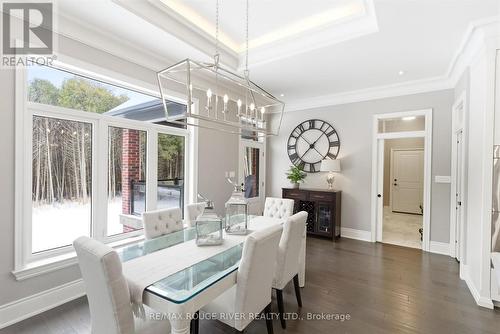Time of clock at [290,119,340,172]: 1:37
